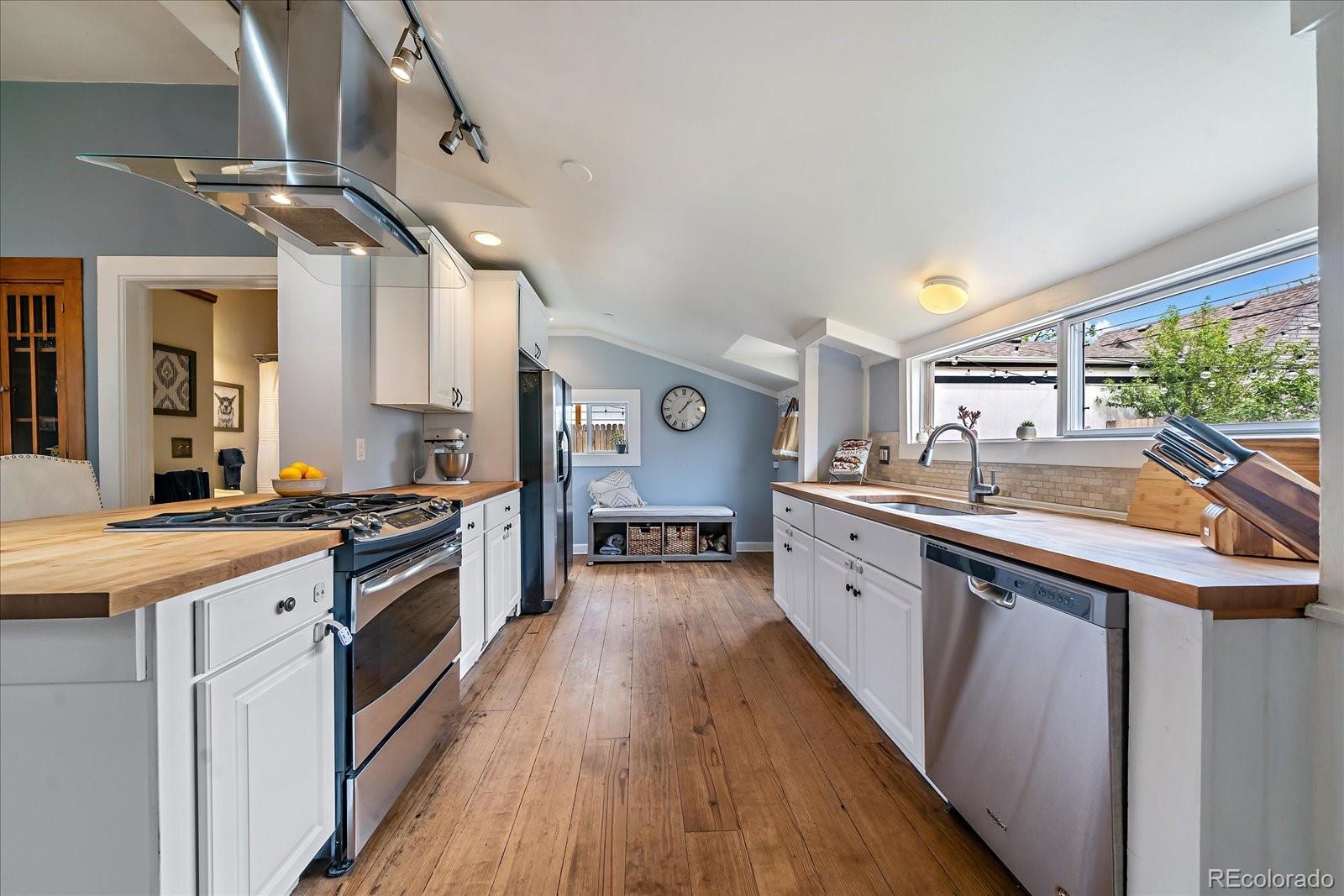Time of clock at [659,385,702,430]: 1:07
